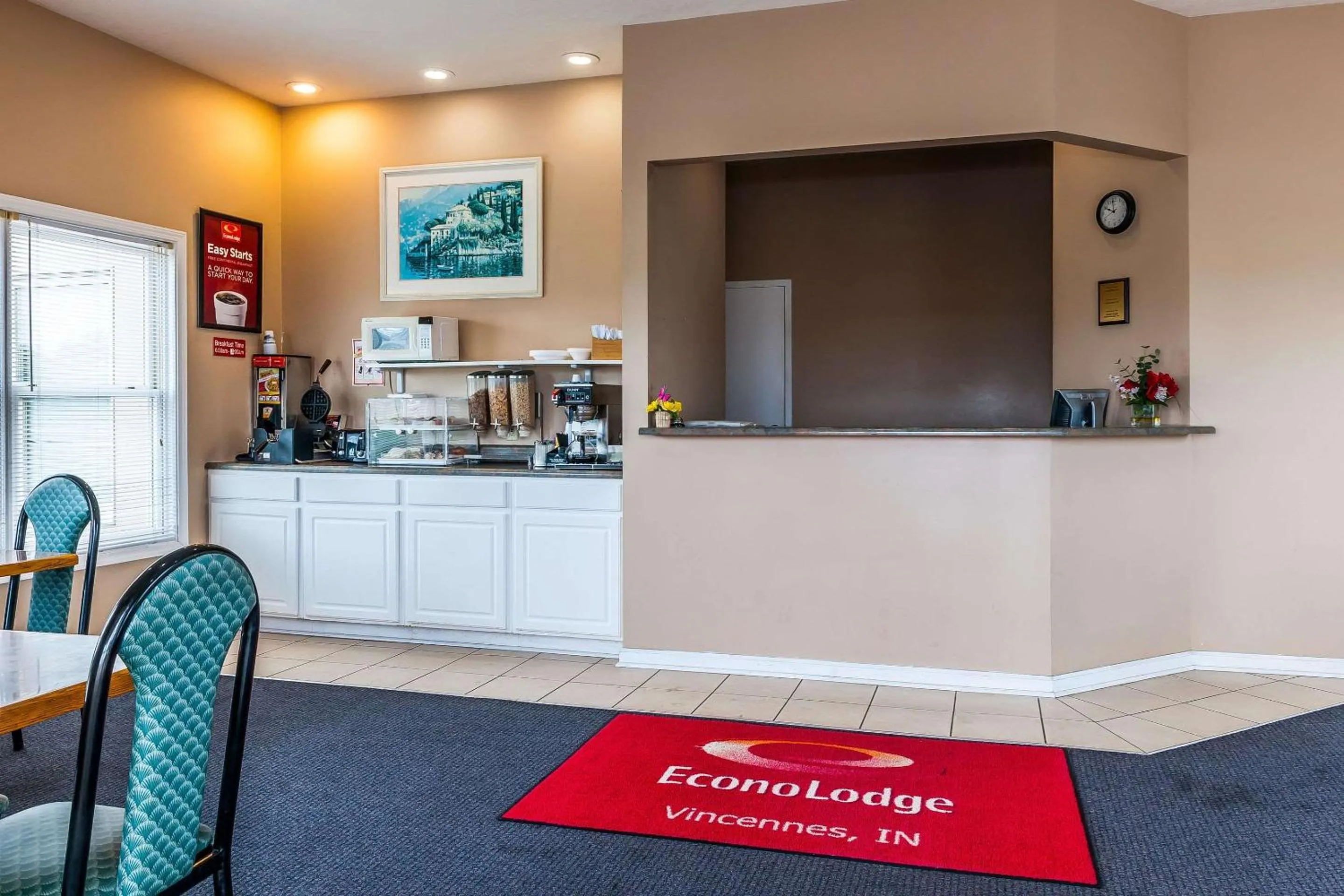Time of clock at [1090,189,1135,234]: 9:59
